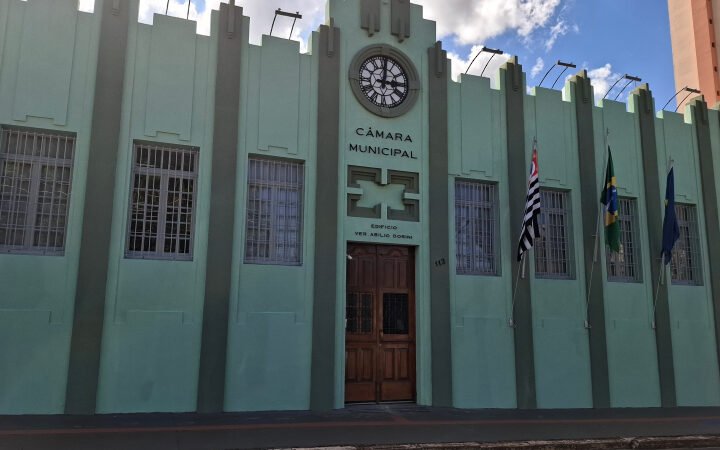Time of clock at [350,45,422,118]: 3:01
